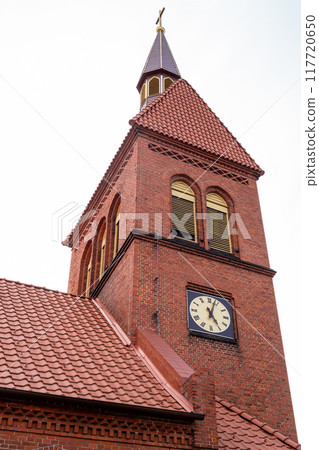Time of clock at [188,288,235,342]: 5:03
